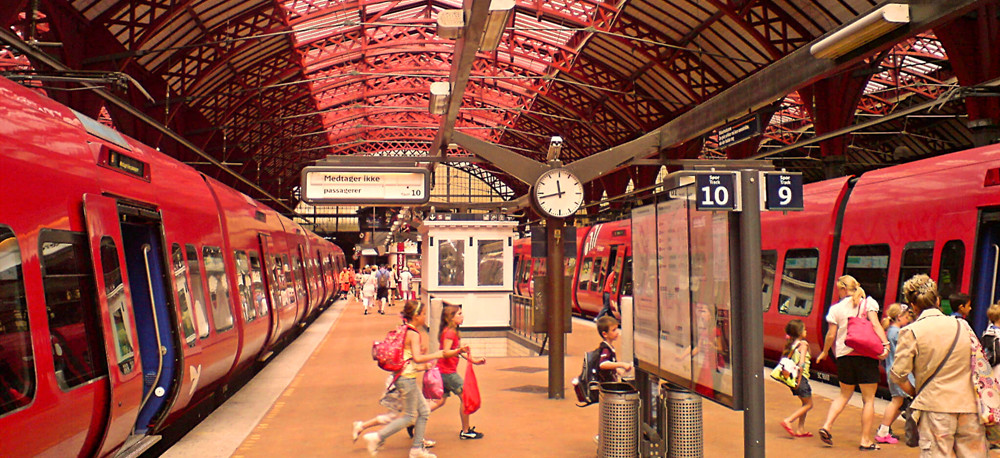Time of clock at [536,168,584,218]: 11:42
